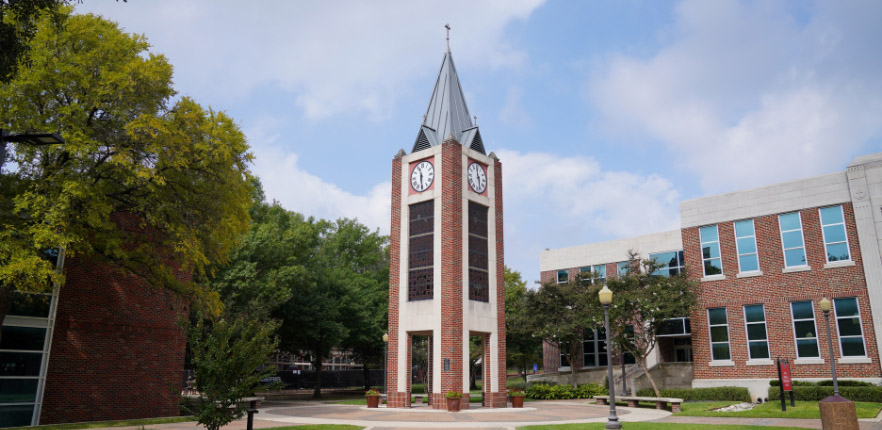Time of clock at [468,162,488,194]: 5:59
